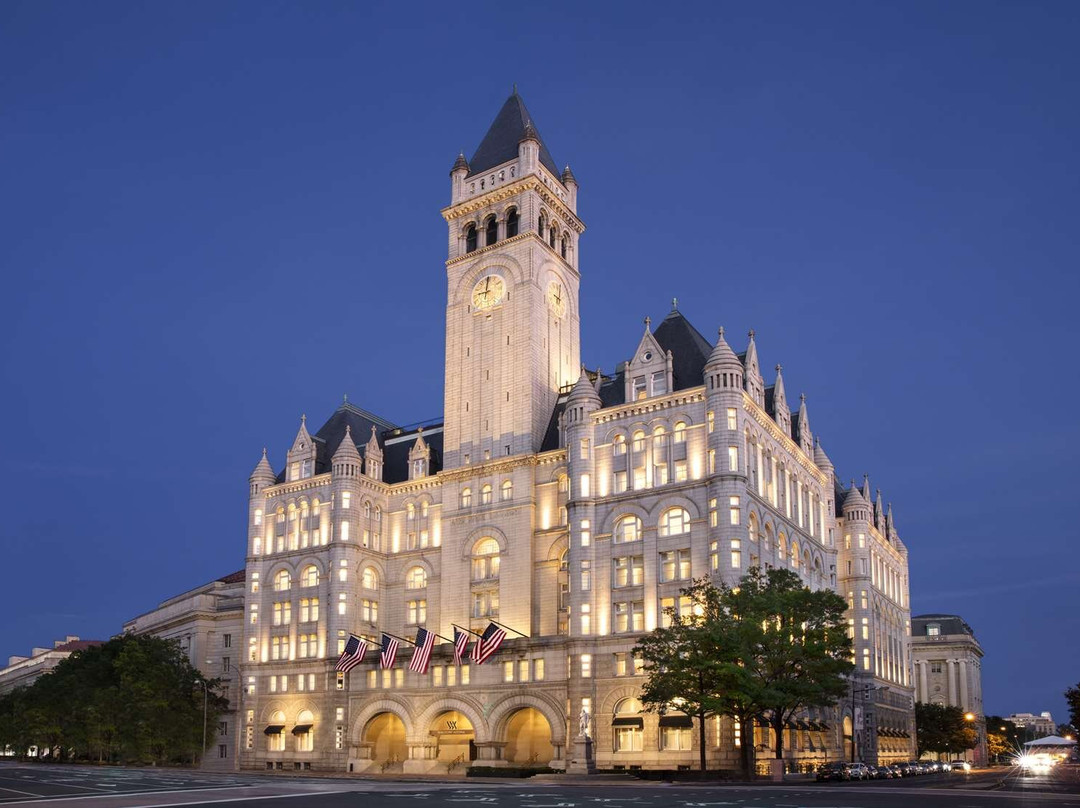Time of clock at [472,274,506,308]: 9:01
